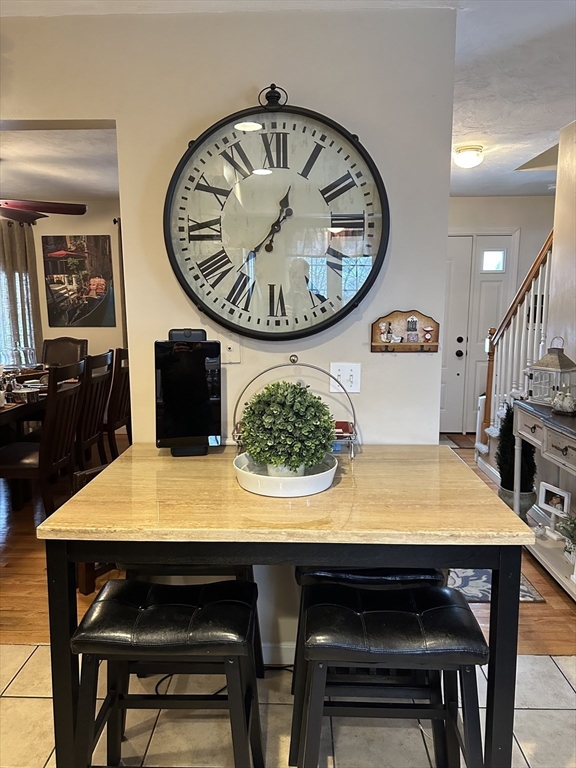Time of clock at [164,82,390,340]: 12:37
